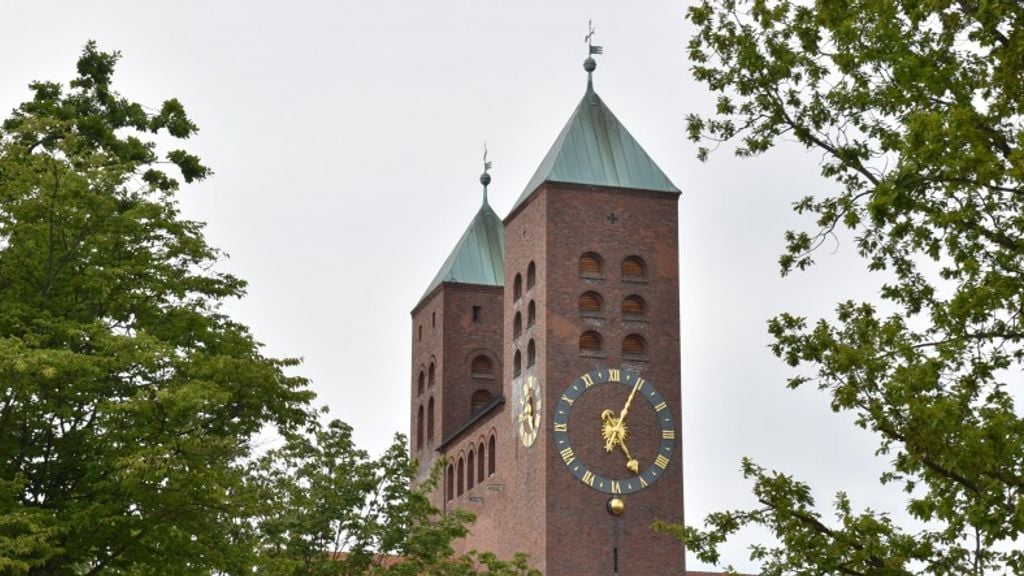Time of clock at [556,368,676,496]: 5:04
